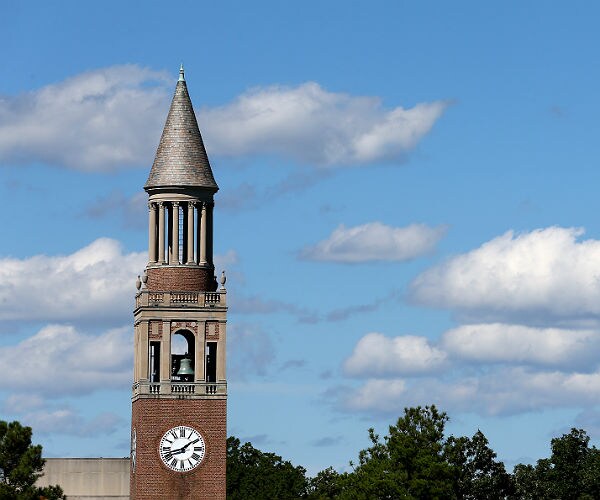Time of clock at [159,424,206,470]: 1:42
